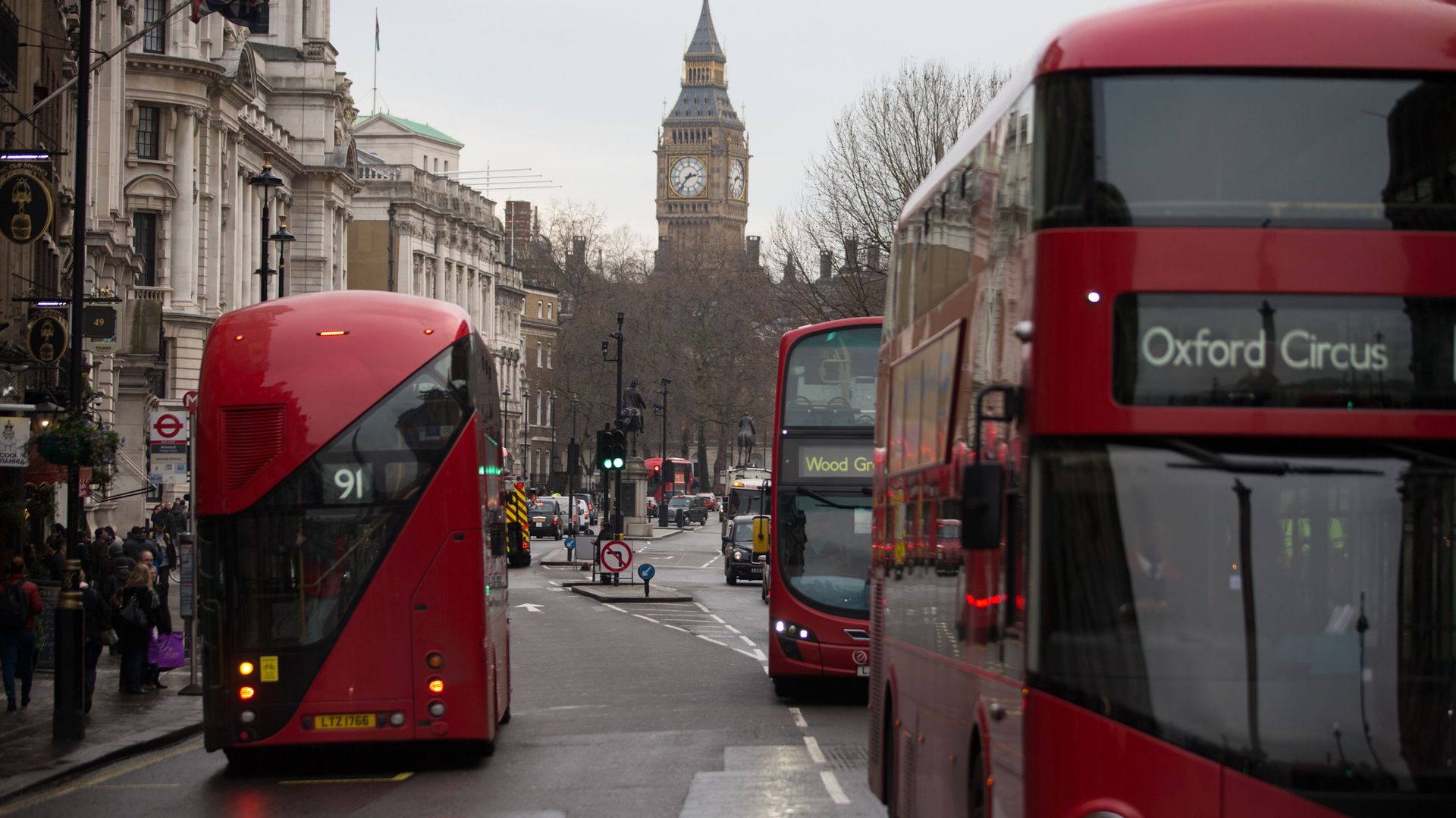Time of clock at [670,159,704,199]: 2:36
